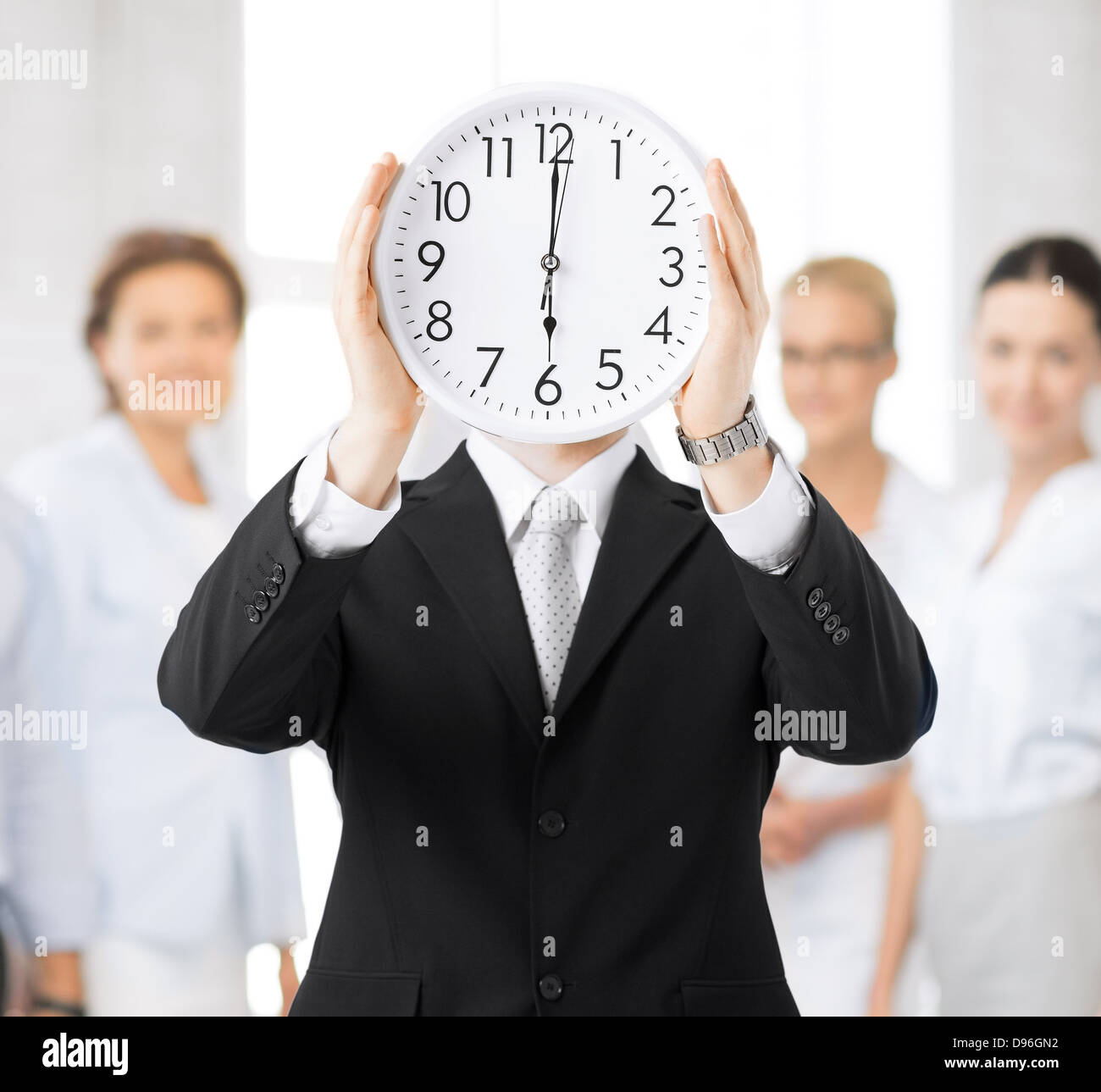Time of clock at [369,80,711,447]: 6:00
